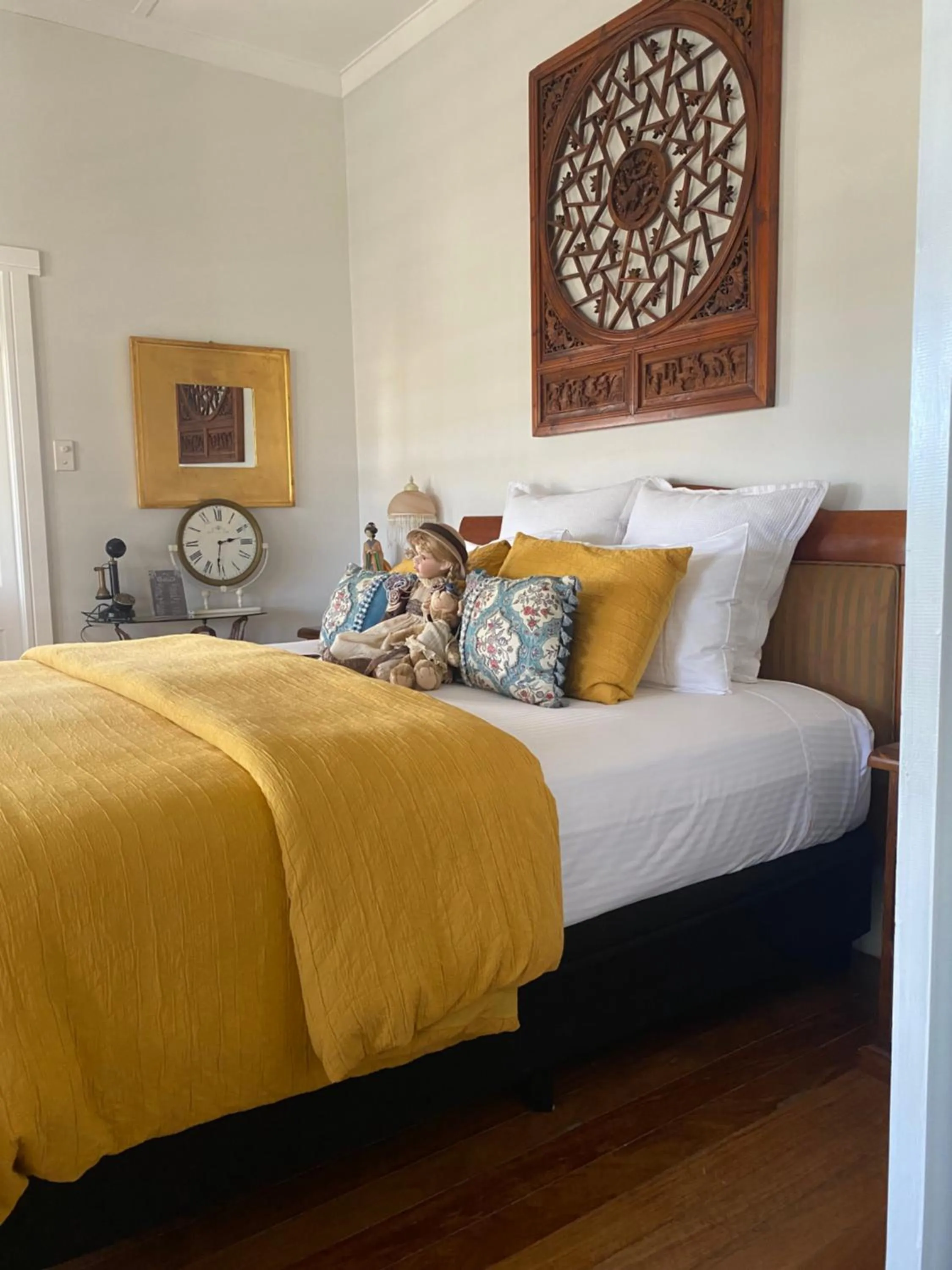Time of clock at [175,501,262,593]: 2:31
